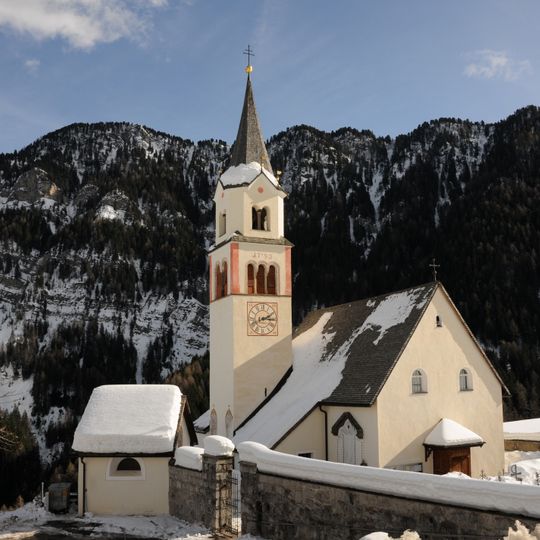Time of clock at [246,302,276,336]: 2:15
